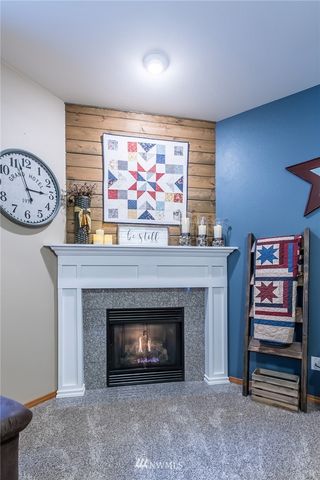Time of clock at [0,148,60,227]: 2:56
